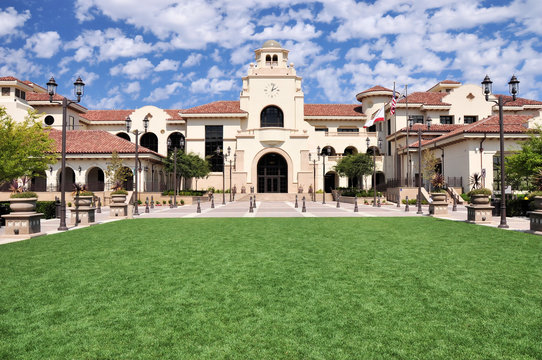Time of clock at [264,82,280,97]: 2:03
